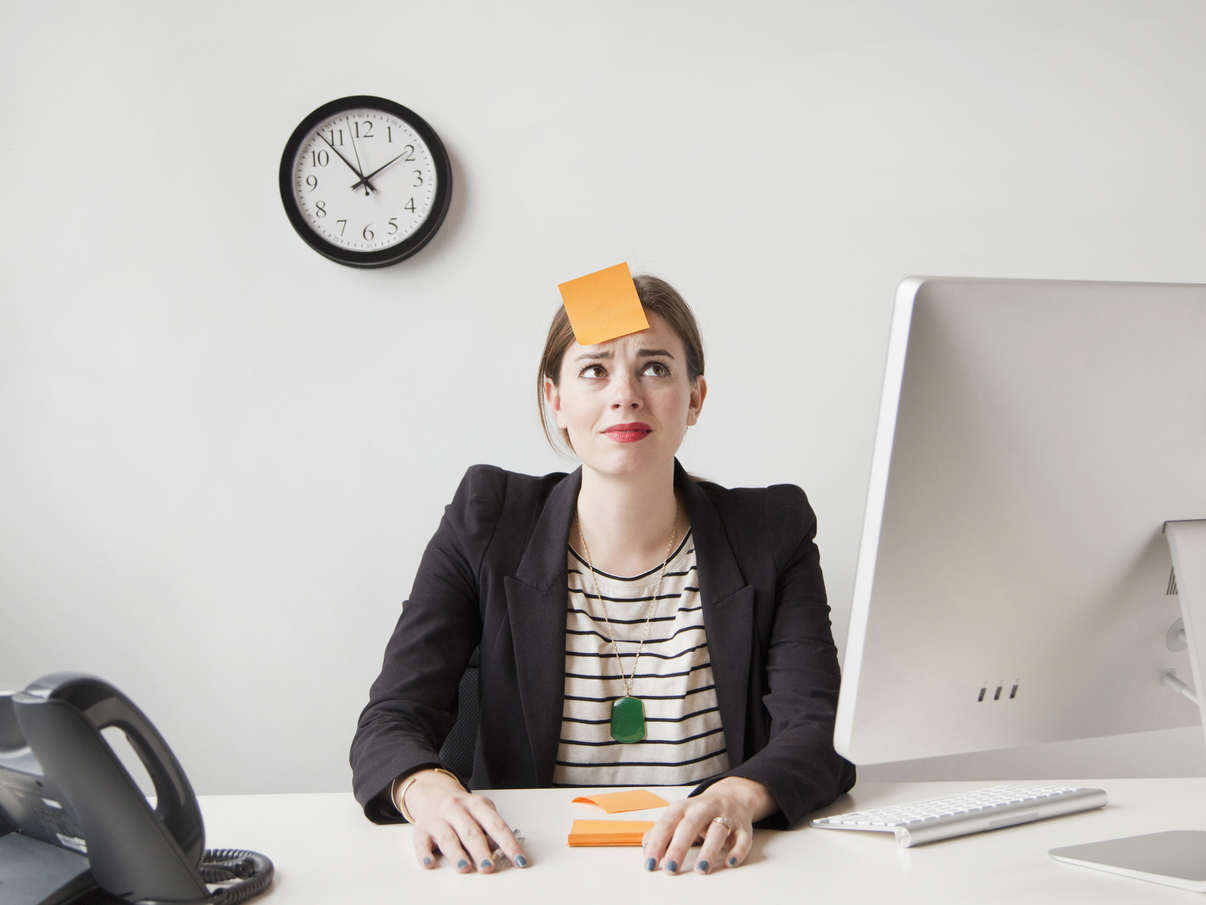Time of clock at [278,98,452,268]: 1:53
